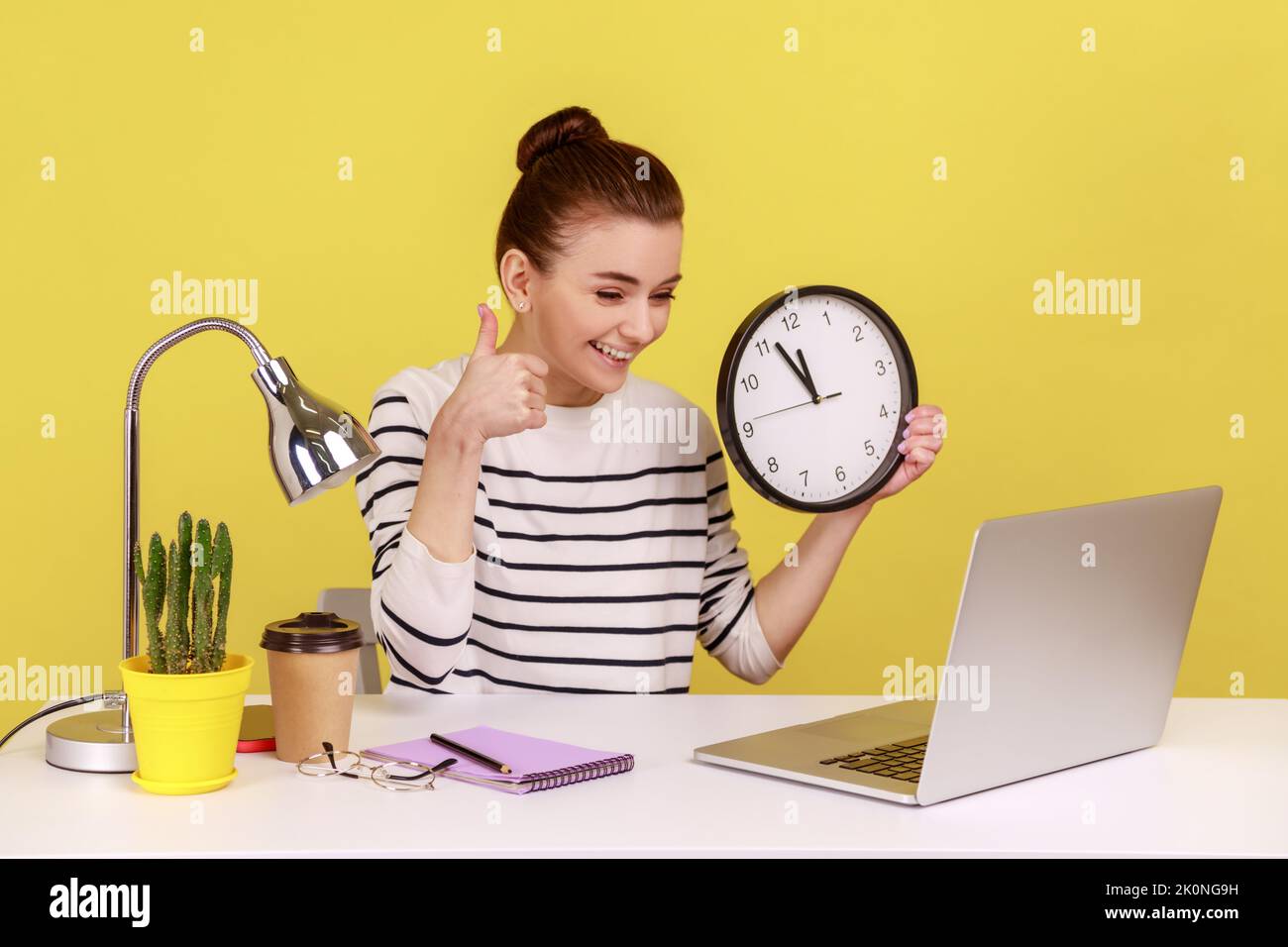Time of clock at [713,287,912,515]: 11:56
